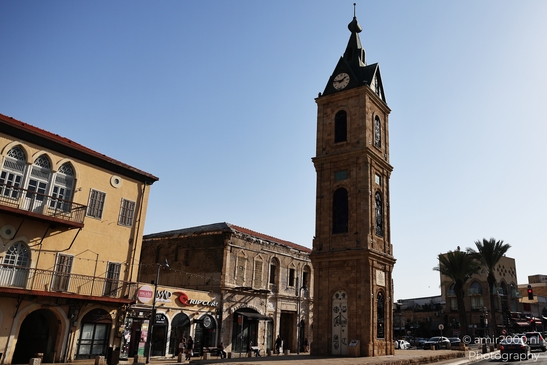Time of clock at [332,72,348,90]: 1:46
